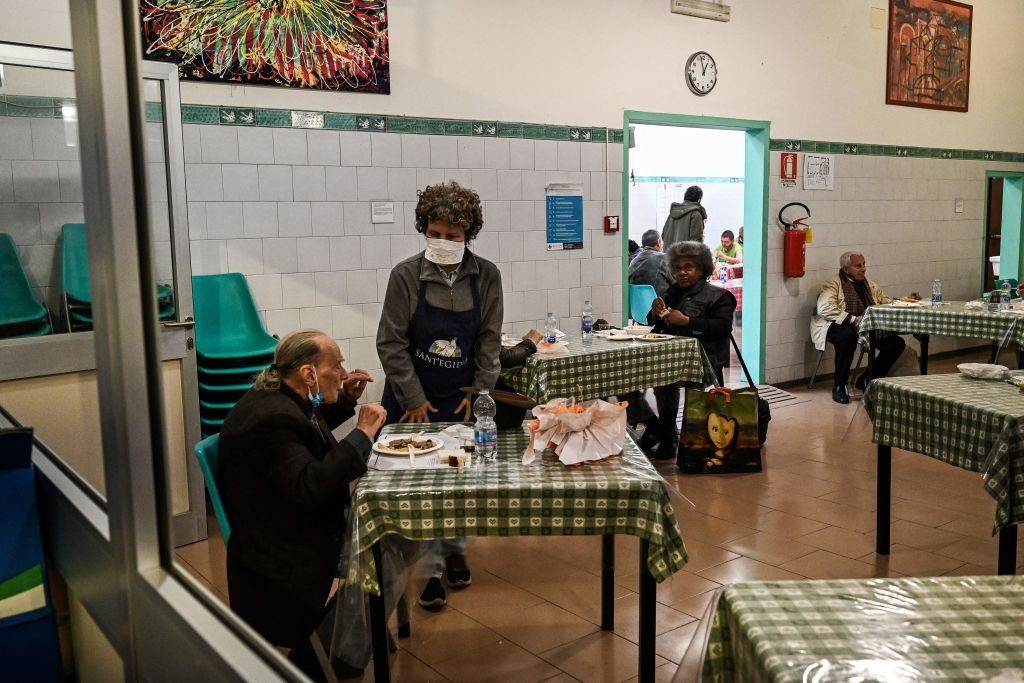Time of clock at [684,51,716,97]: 12:58
